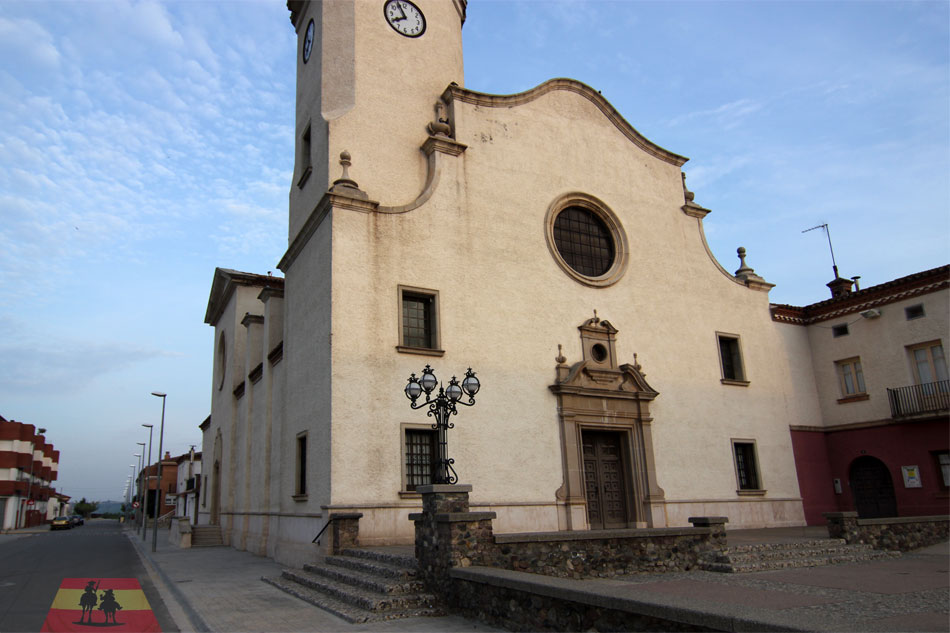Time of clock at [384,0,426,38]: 7:55
